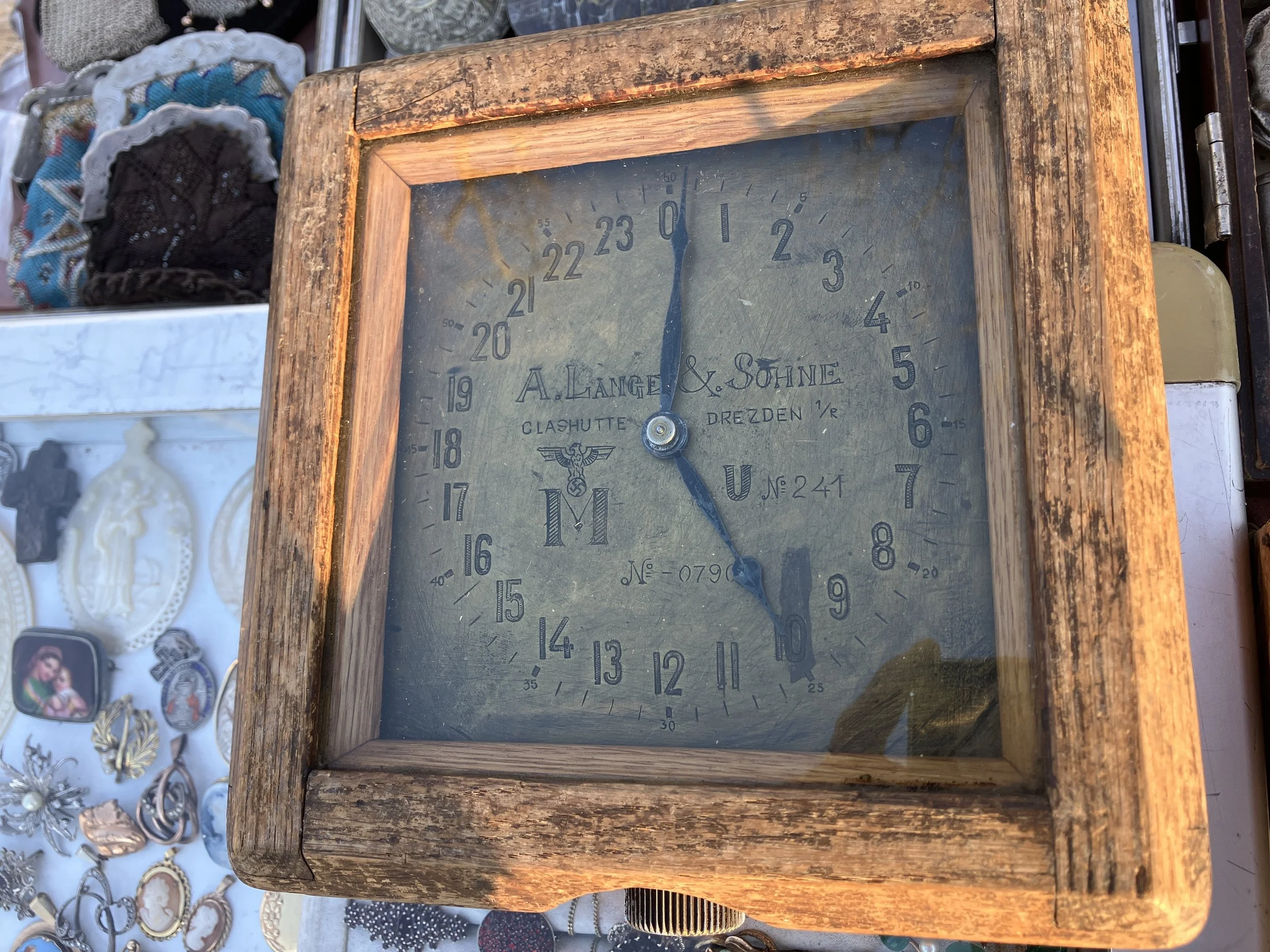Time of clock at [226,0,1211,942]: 5:00
